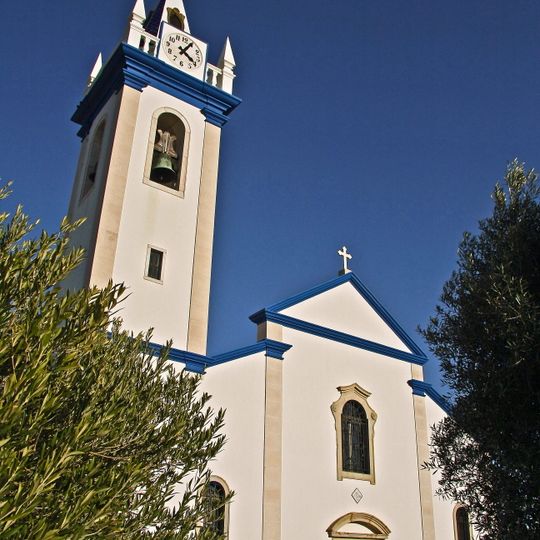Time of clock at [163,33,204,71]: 4:04
